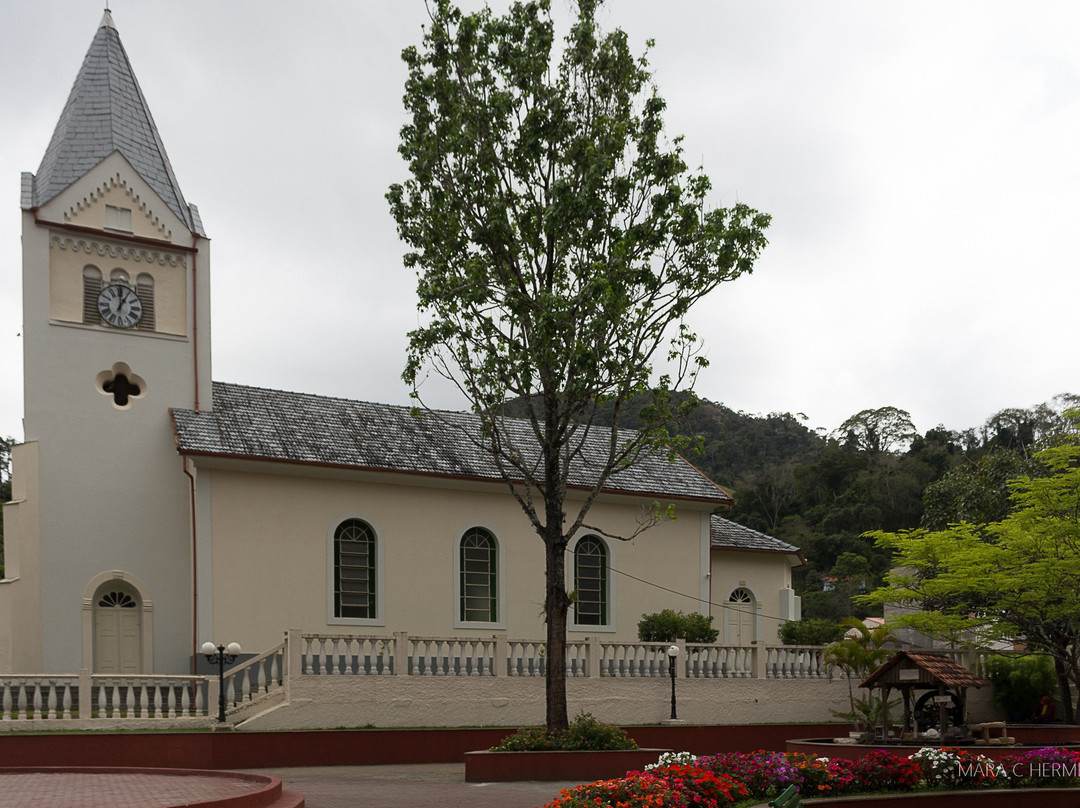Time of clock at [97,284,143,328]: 12:05
